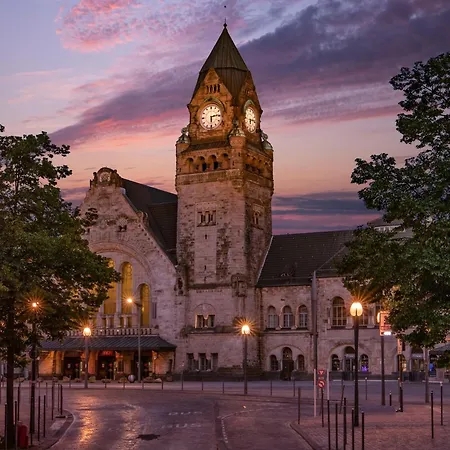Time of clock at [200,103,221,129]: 6:14
